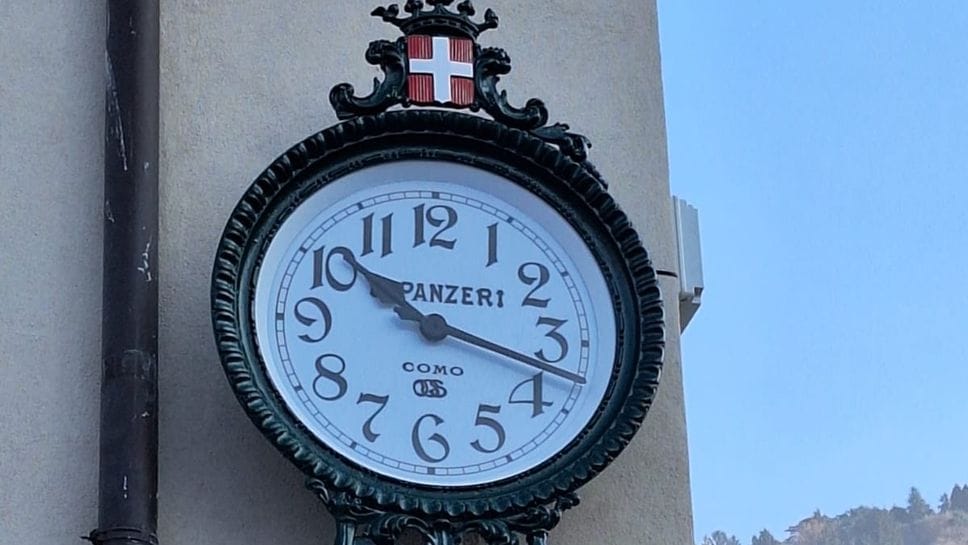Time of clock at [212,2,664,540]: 10:17
